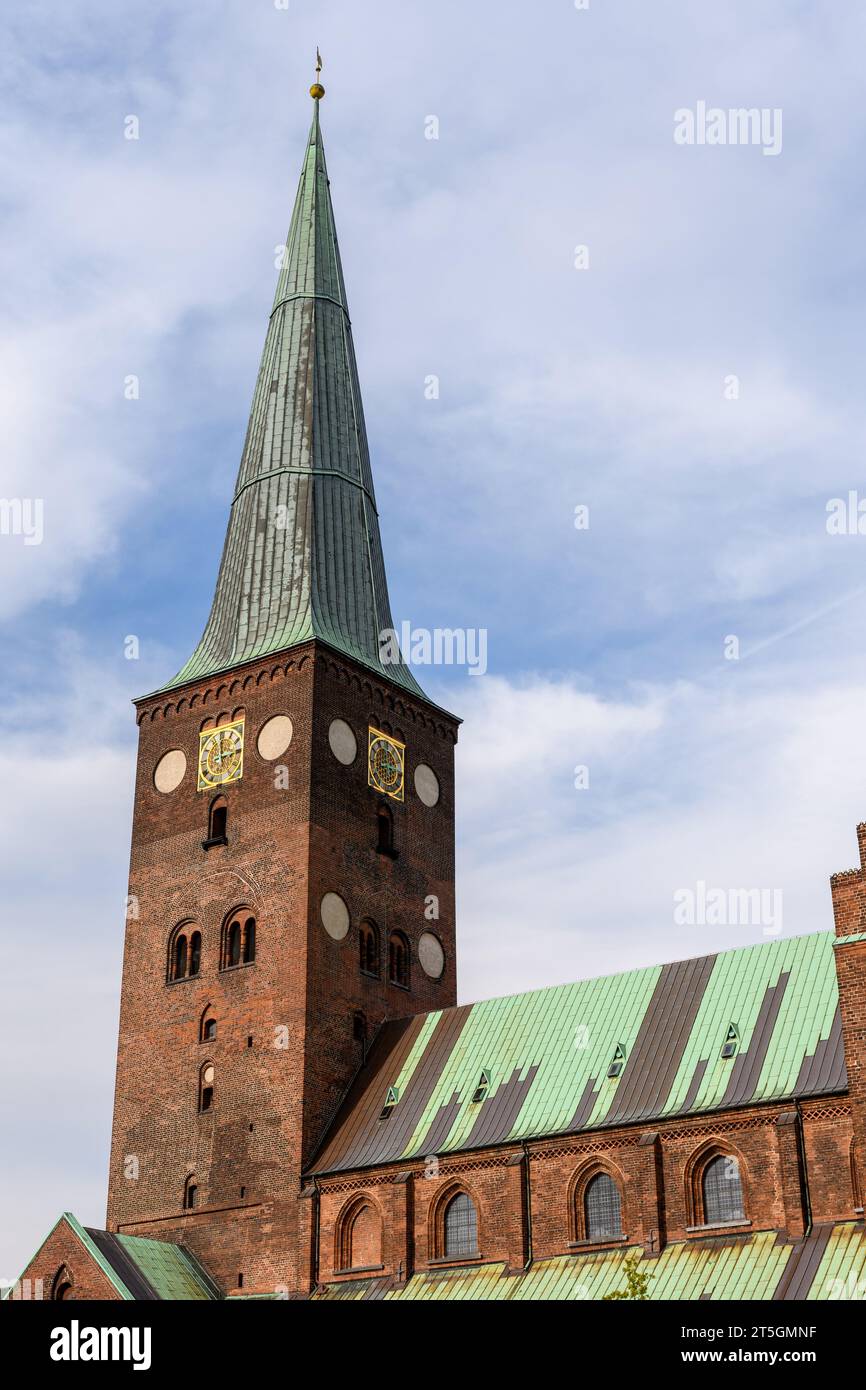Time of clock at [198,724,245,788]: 2:59
